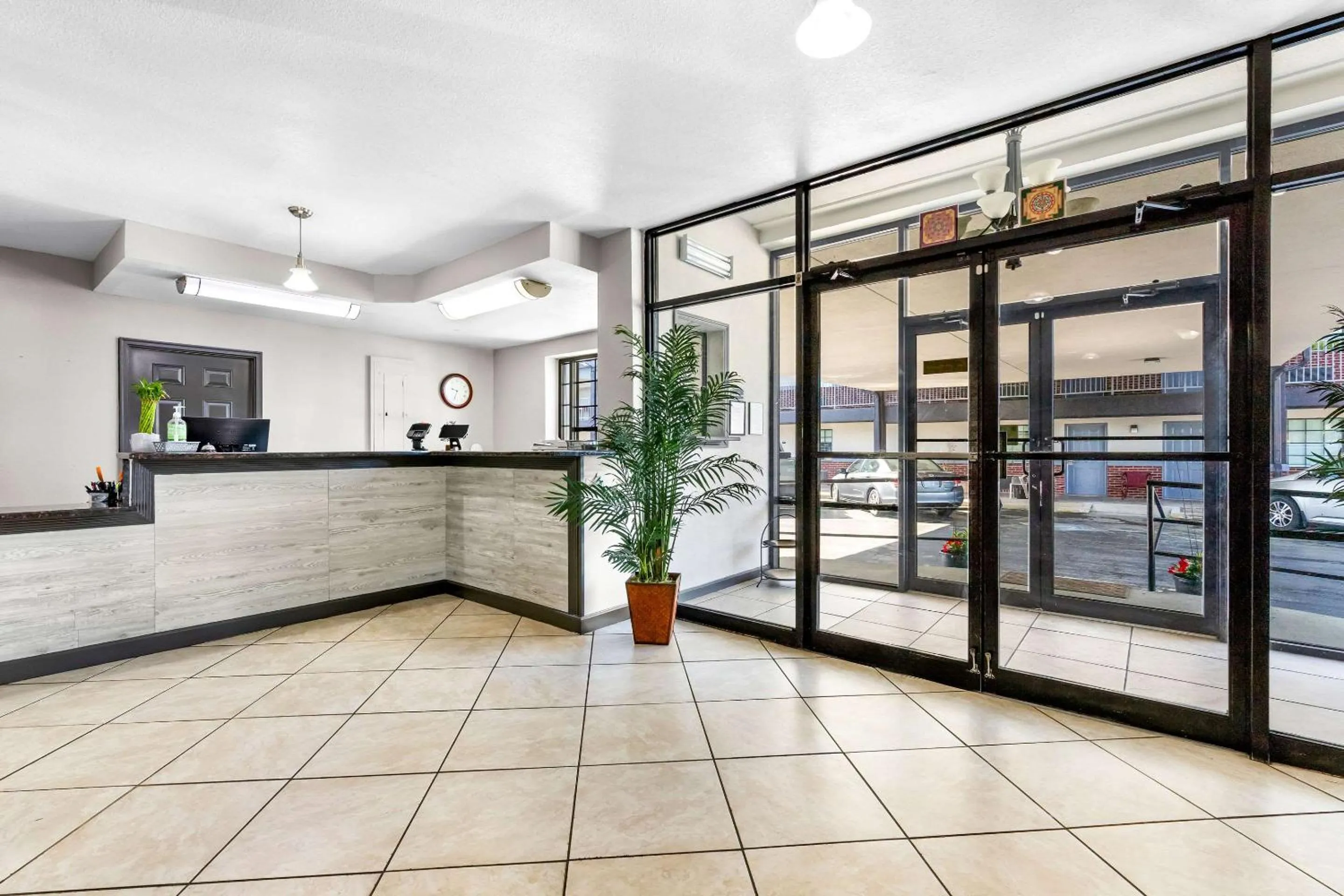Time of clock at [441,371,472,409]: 9:34
